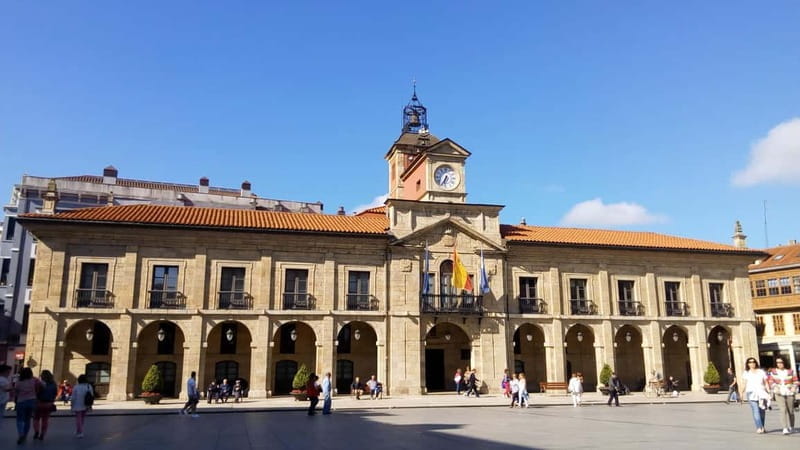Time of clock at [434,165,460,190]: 6:34
